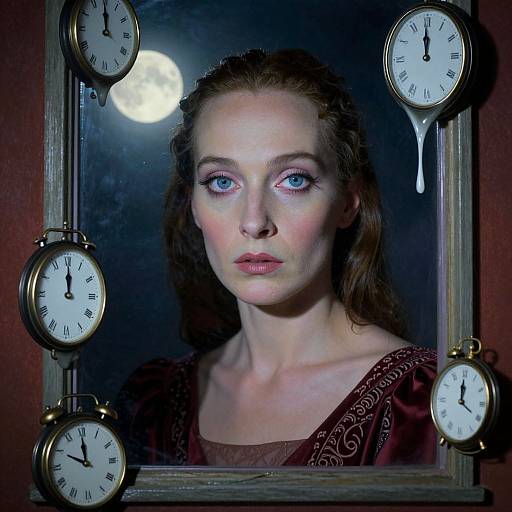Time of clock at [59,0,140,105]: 11:59
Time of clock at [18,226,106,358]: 12:00
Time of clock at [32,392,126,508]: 9:59
